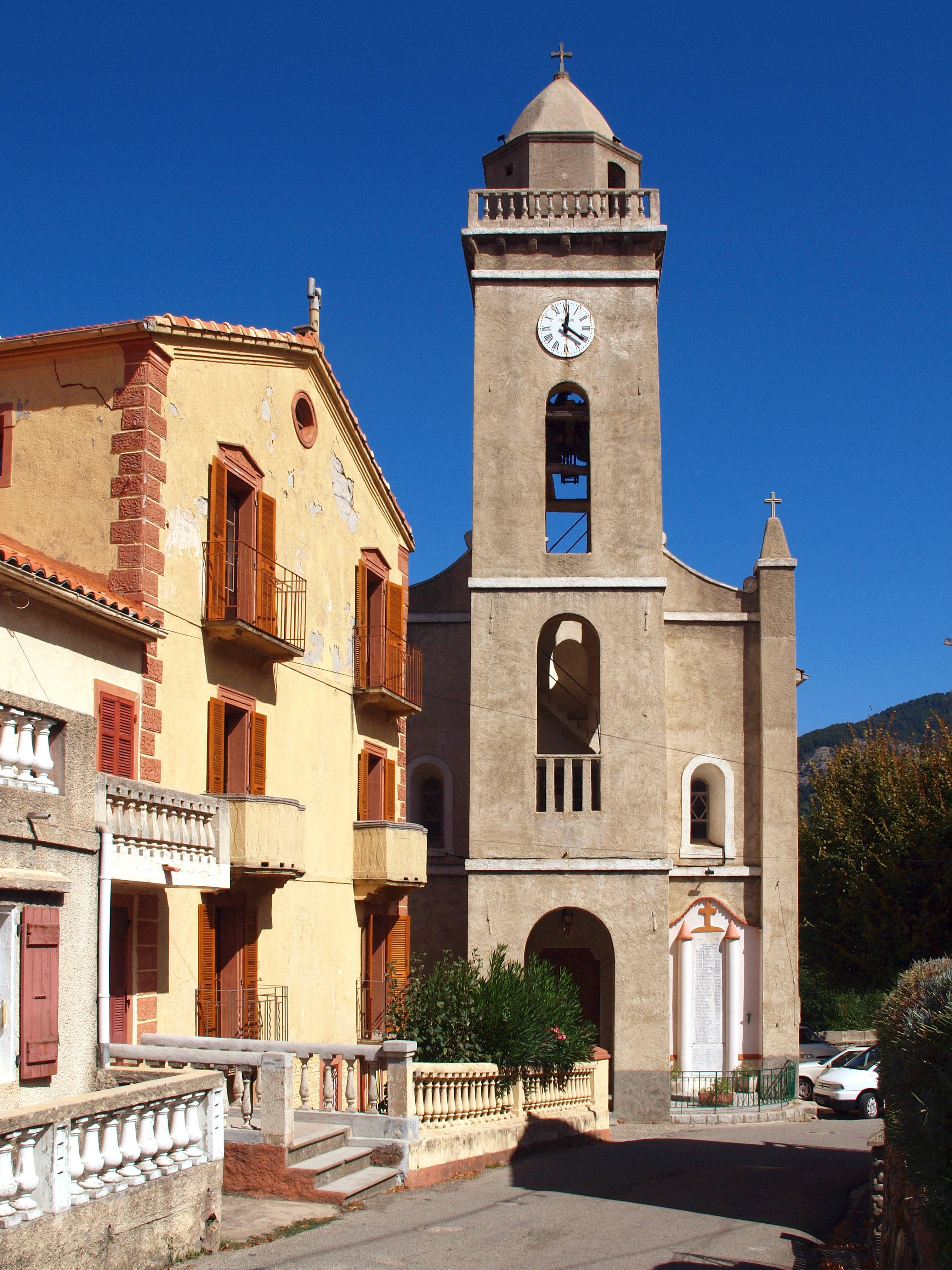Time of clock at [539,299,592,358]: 12:20
